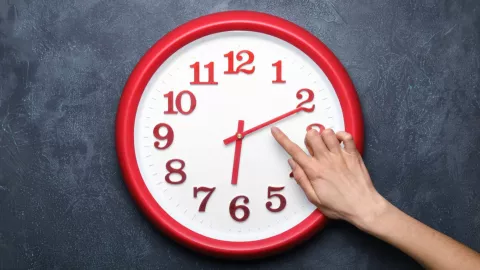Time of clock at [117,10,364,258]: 6:10
